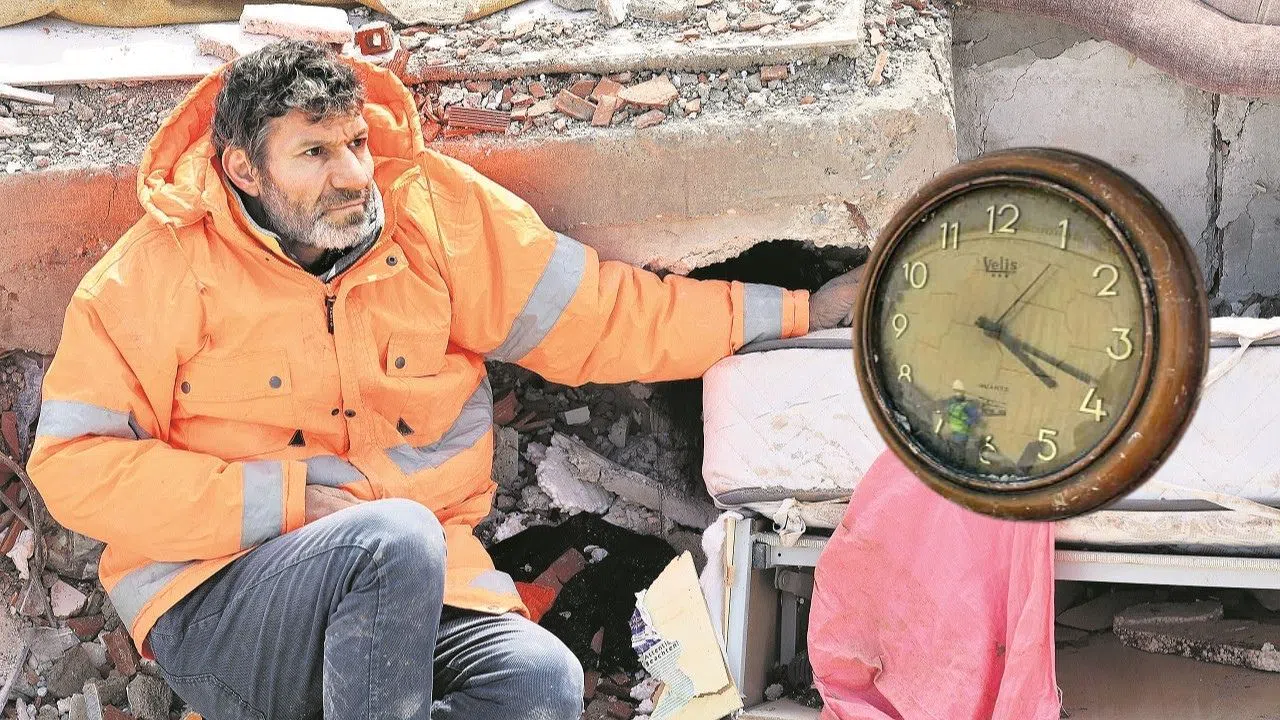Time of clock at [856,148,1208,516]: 4:18
